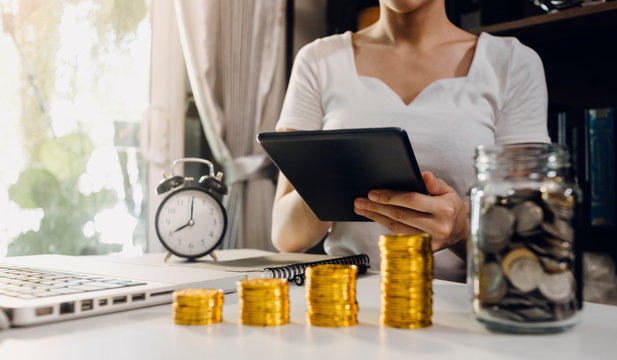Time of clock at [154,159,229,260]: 8:01
